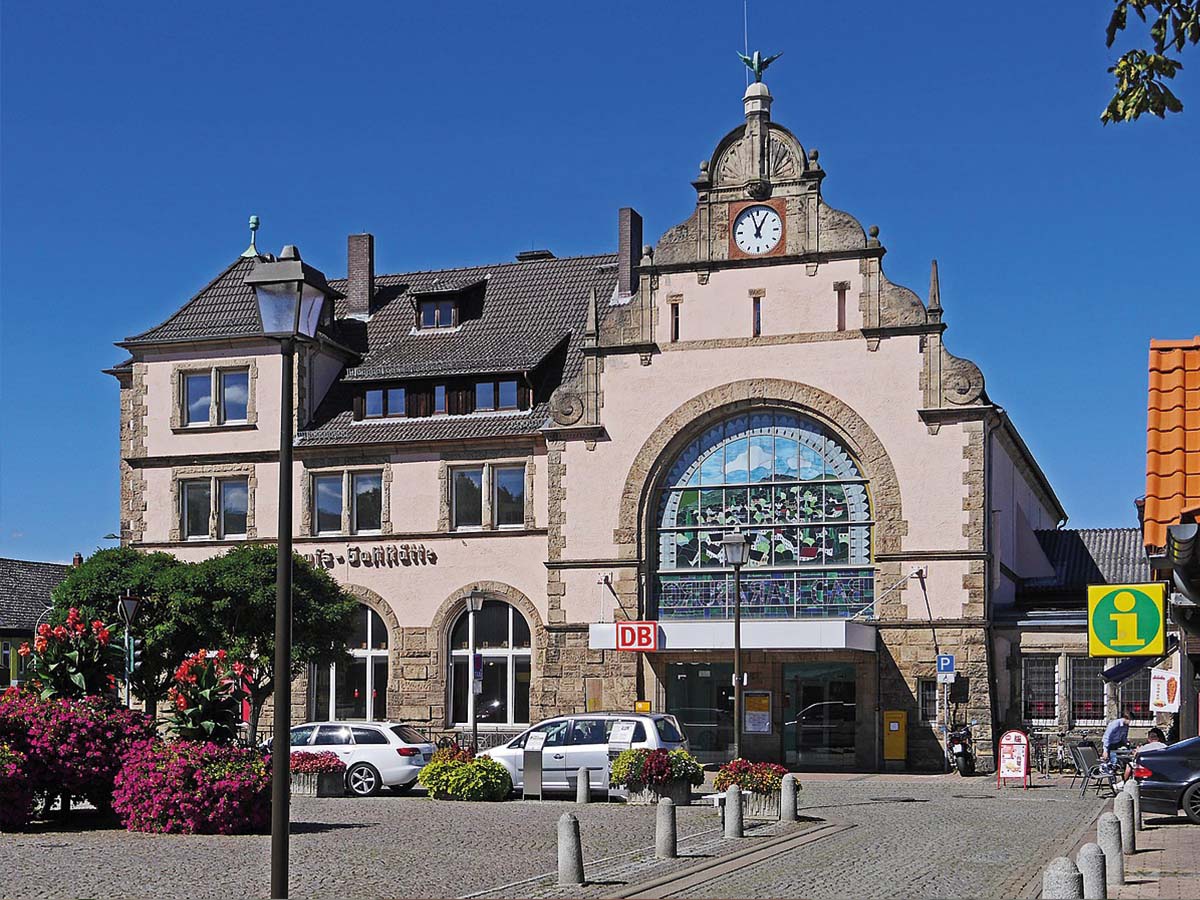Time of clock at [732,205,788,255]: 12:56
